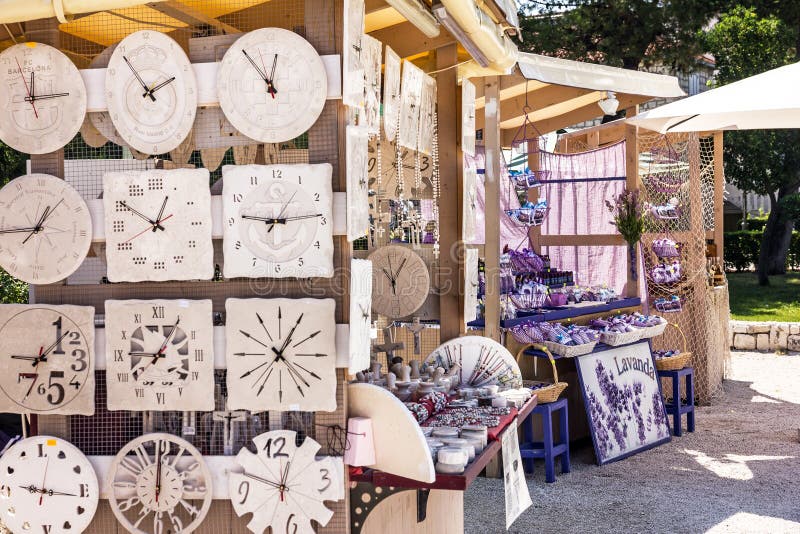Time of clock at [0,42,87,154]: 12:13
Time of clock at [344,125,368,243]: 12:14
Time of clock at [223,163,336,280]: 9:13
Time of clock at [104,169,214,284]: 12:50
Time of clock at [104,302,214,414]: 9:05
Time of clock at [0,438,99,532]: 9:16
